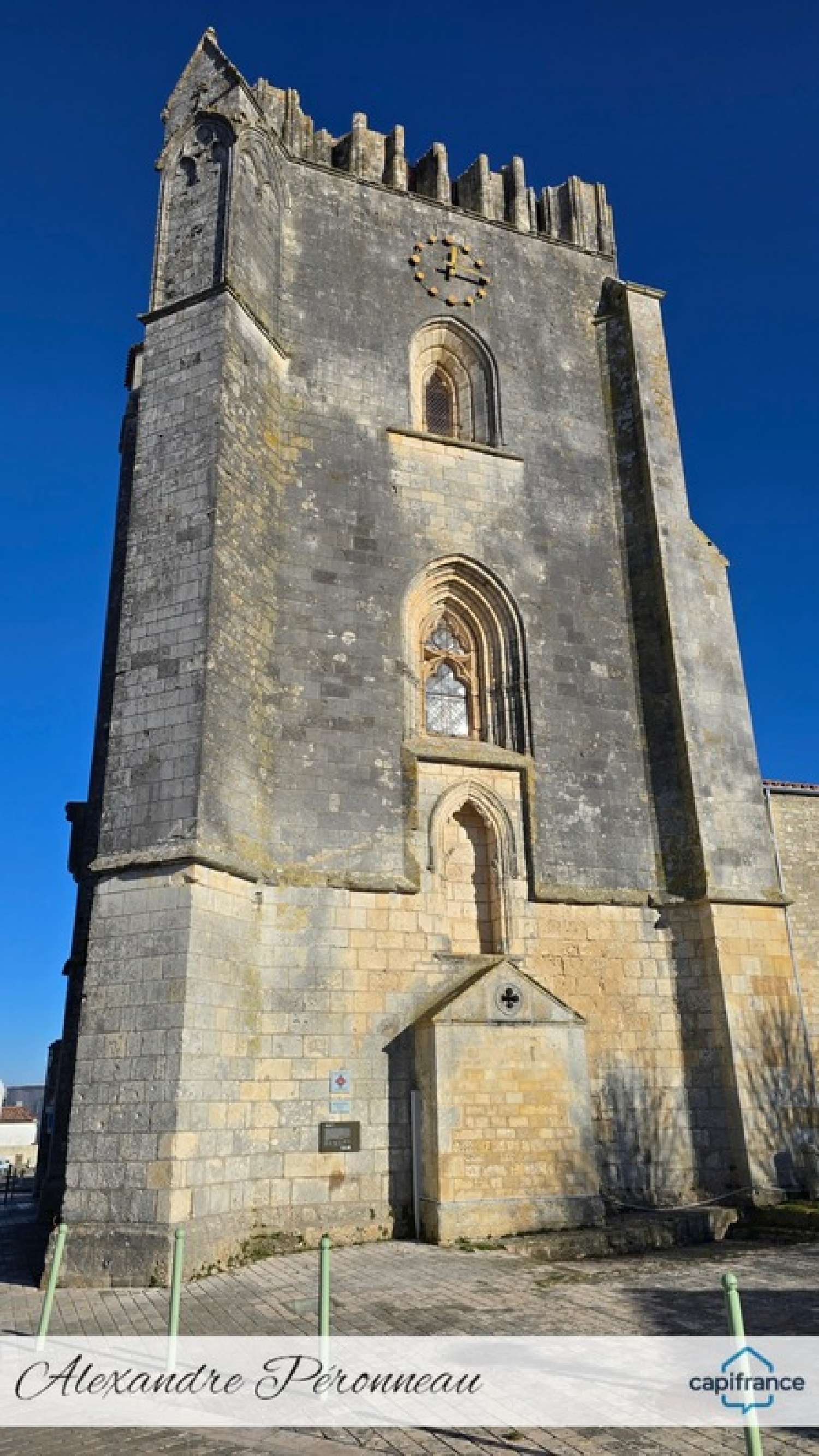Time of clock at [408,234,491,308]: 12:16
